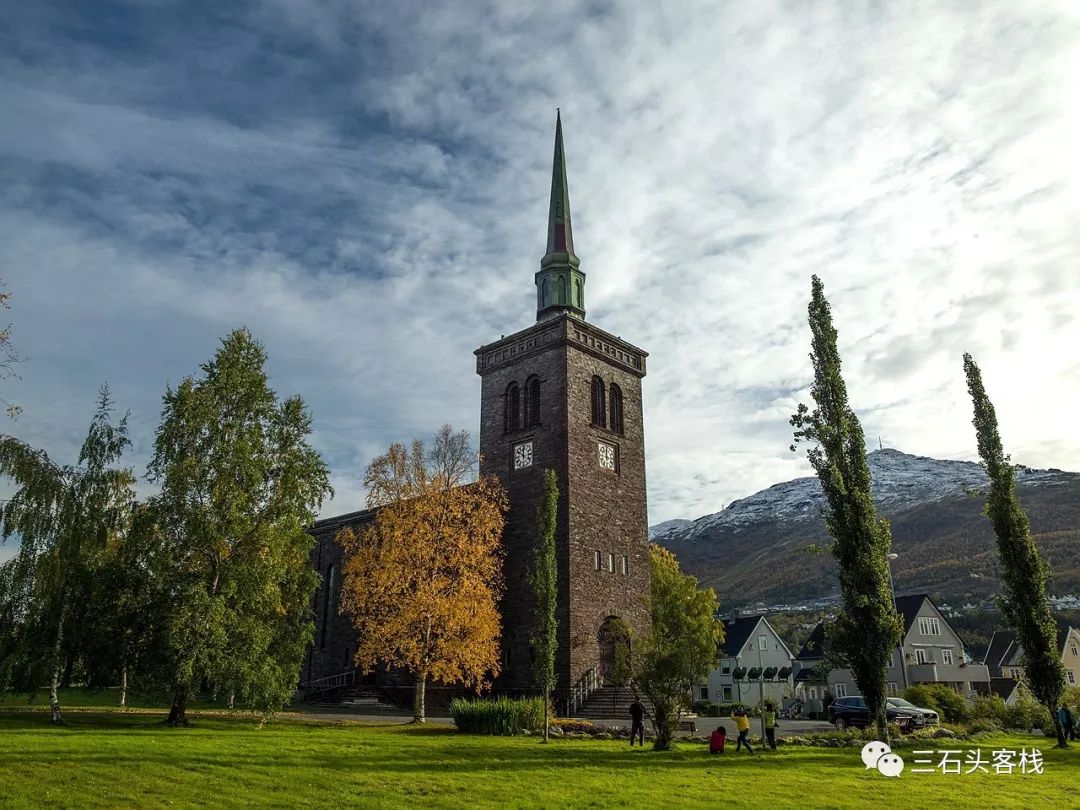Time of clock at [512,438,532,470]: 11:50
